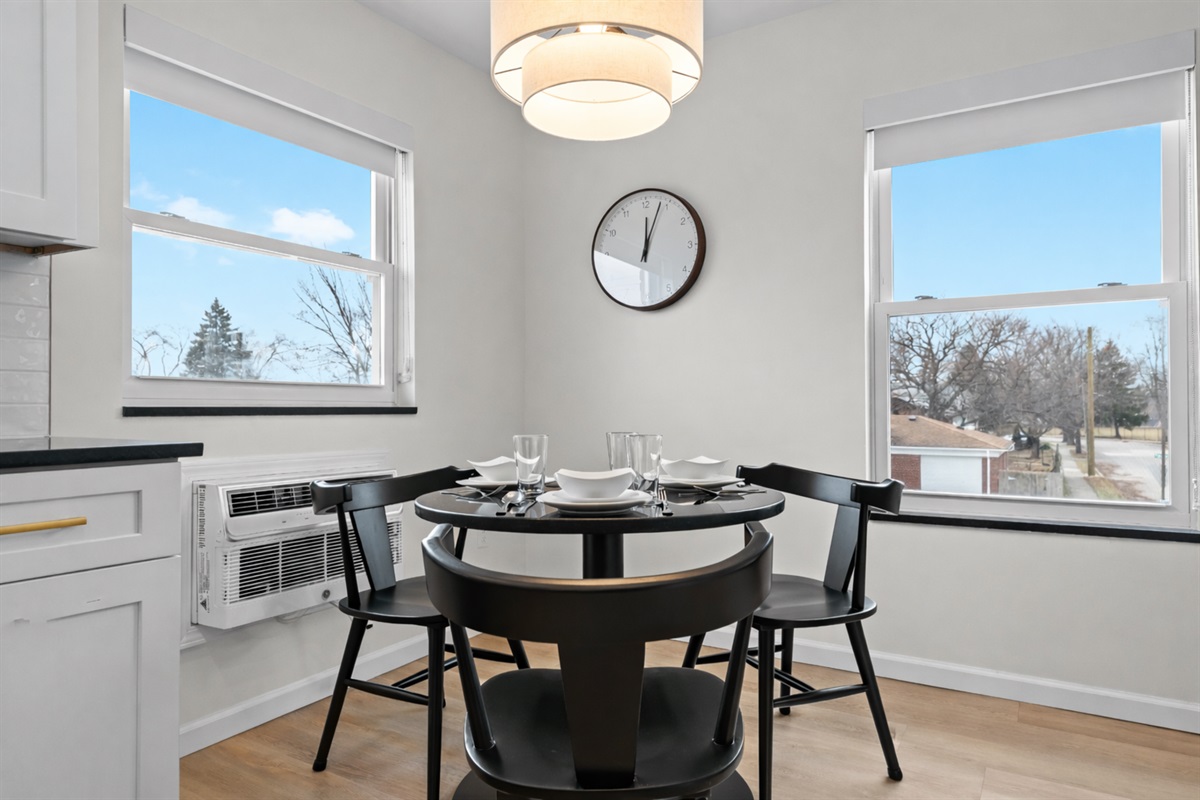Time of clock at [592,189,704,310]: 12:03
